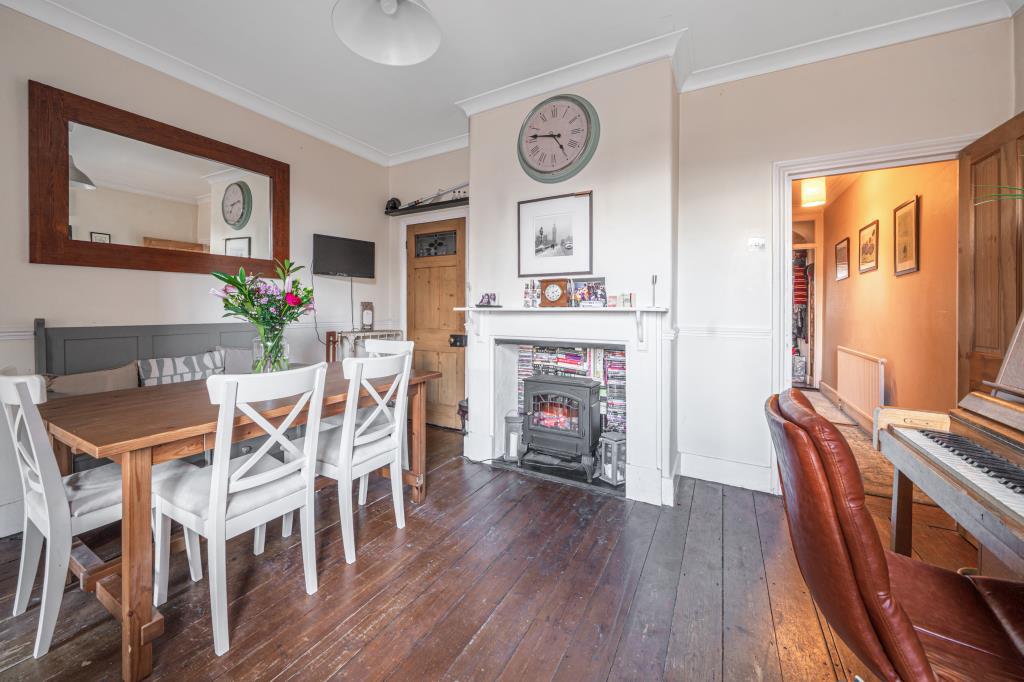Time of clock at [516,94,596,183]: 4:46
